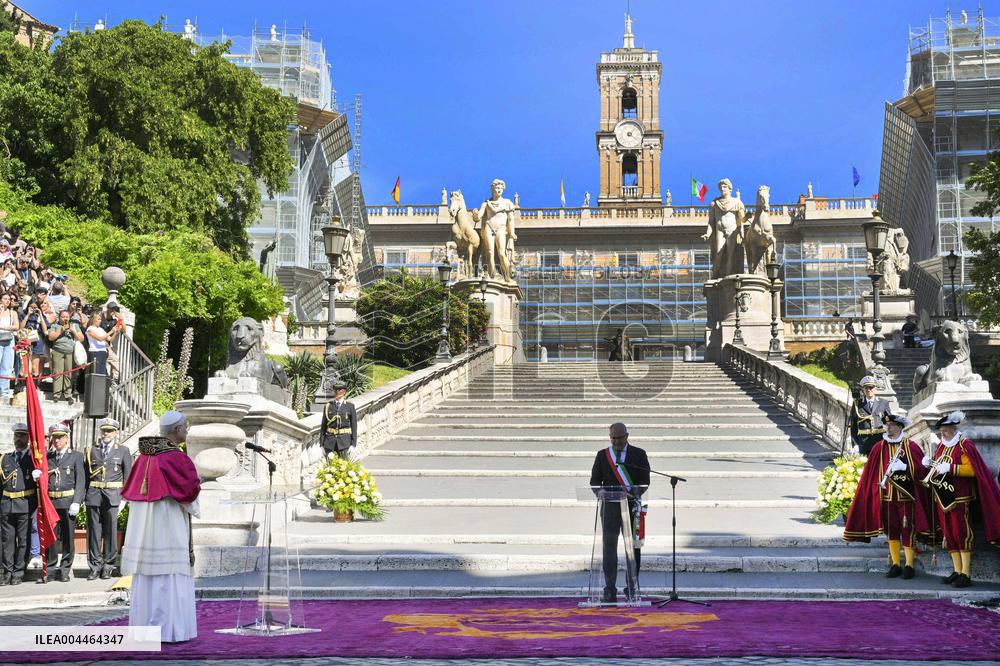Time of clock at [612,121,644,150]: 4:07
